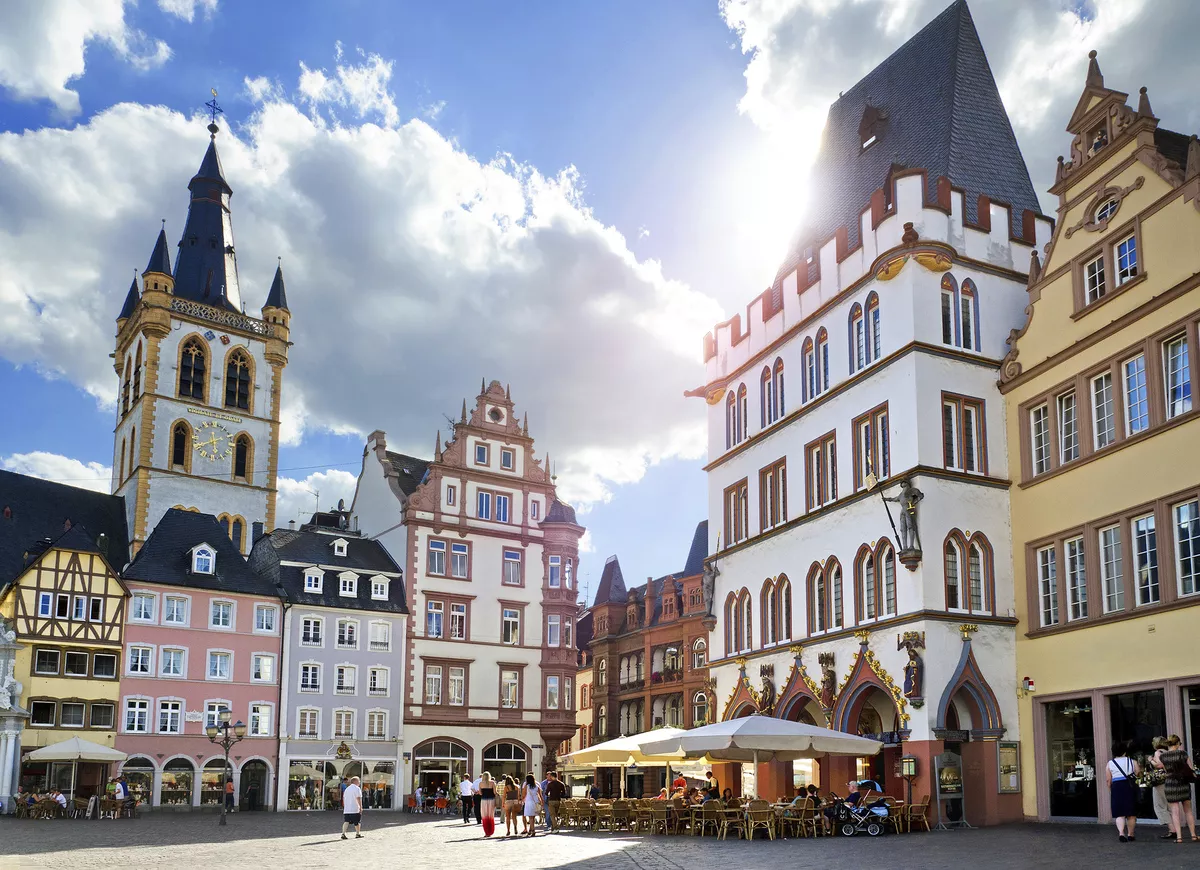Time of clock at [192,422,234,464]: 5:40
